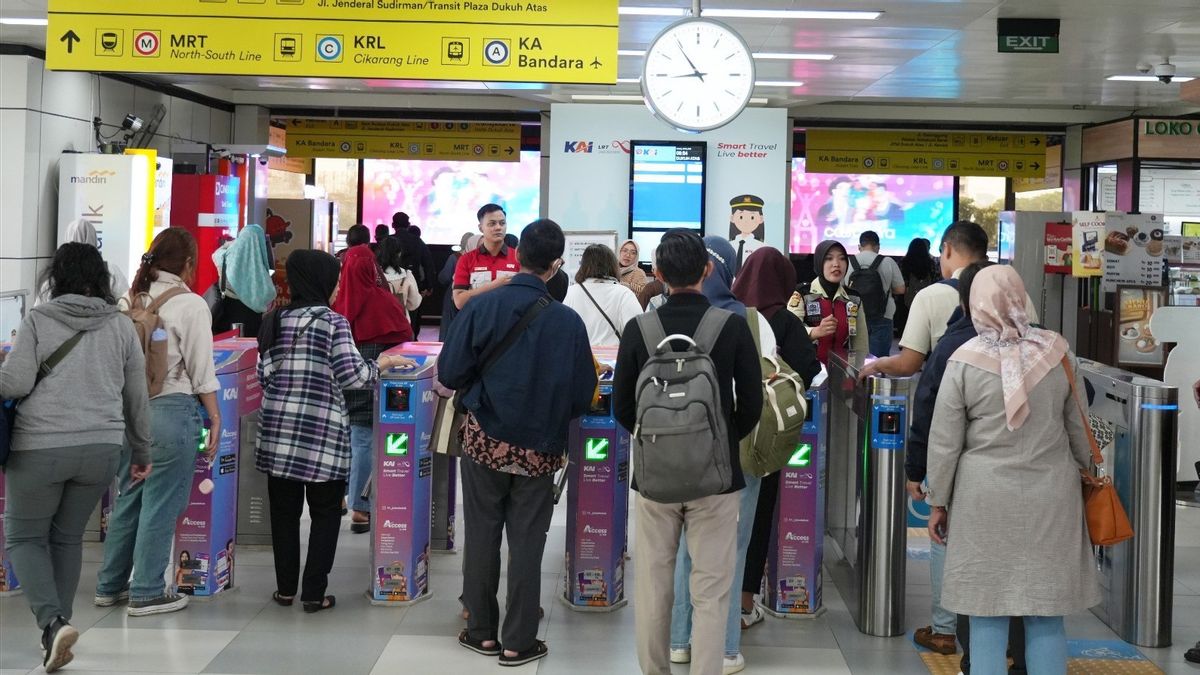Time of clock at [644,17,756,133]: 8:54
